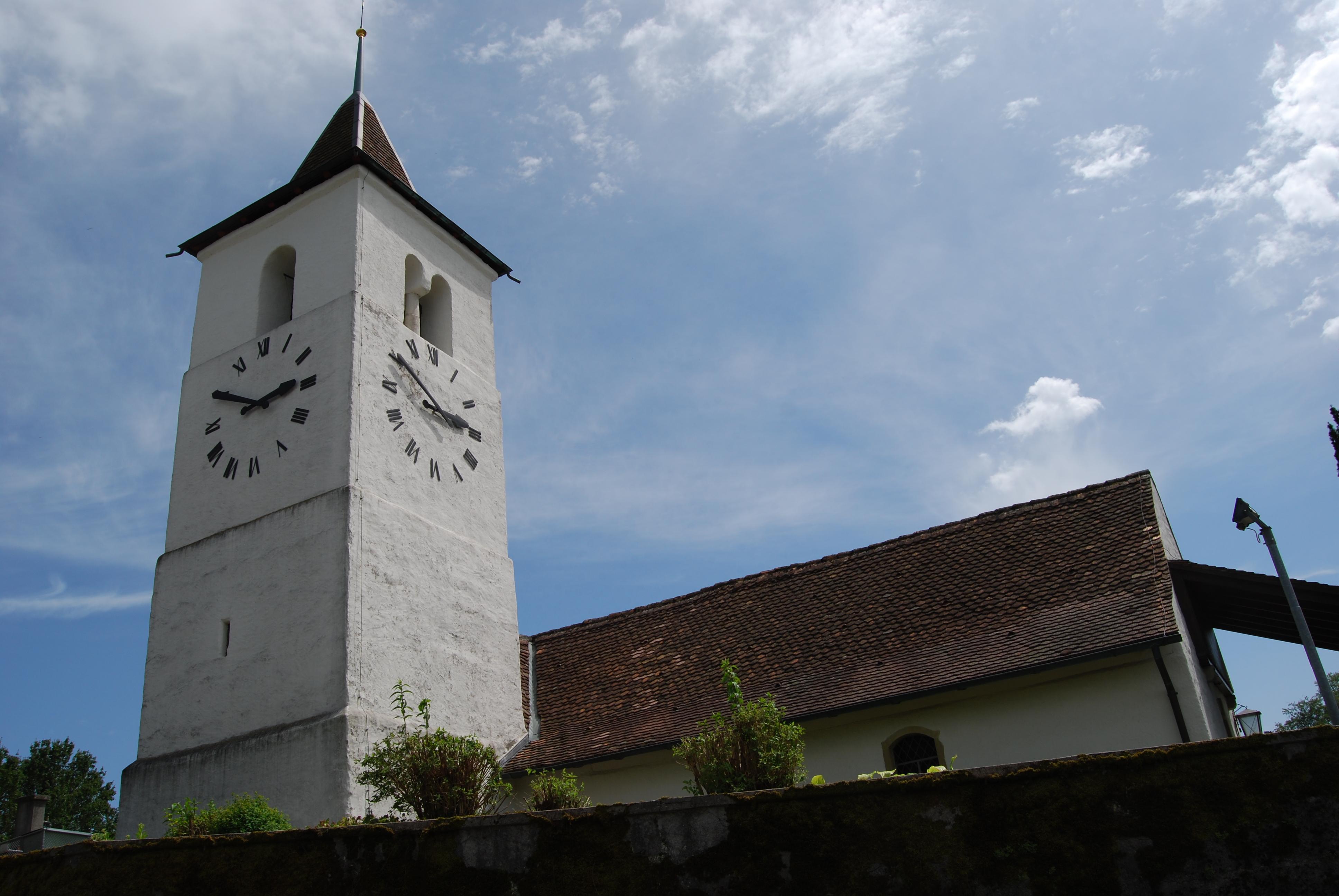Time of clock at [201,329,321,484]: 2:49
